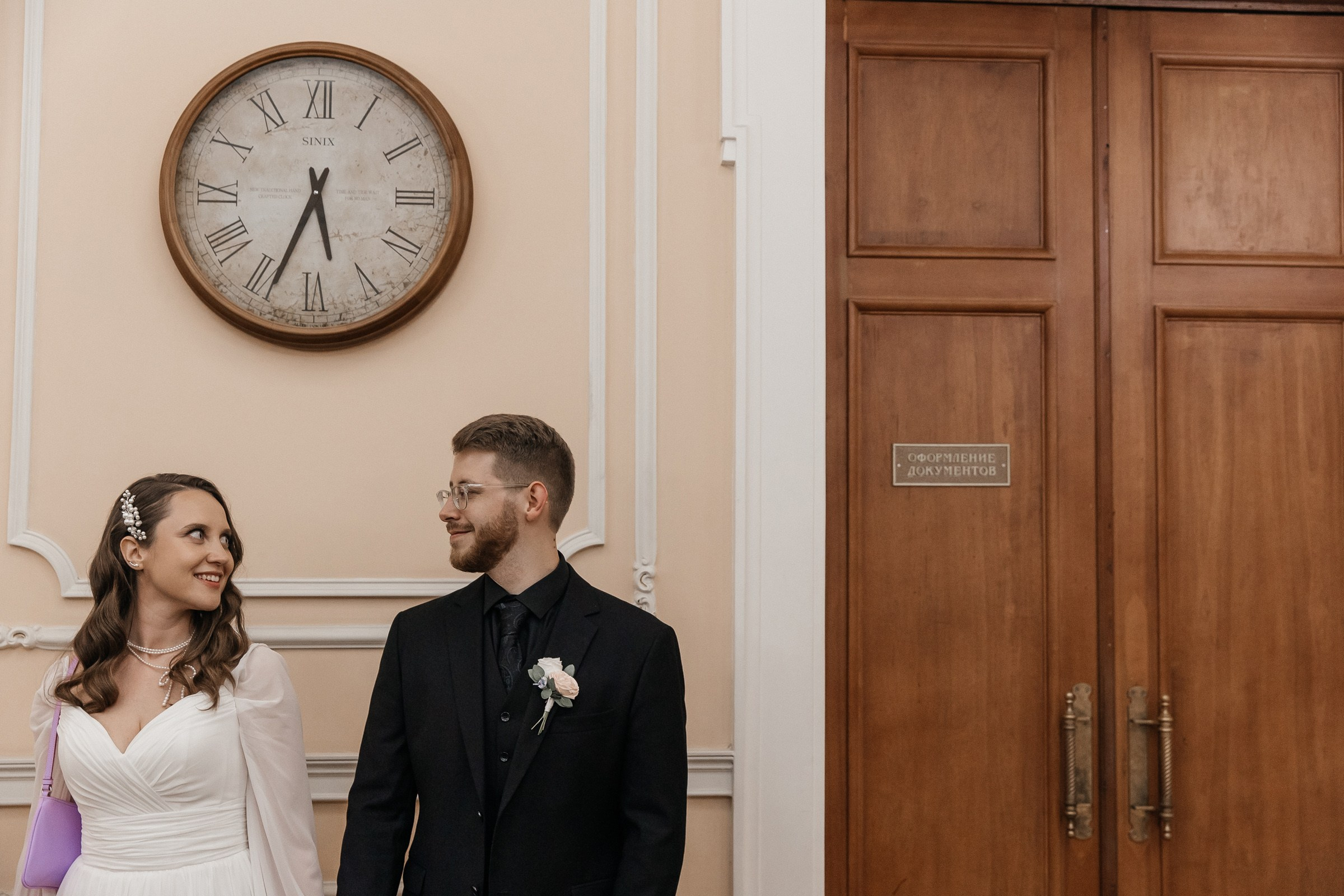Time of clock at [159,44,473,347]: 5:33
